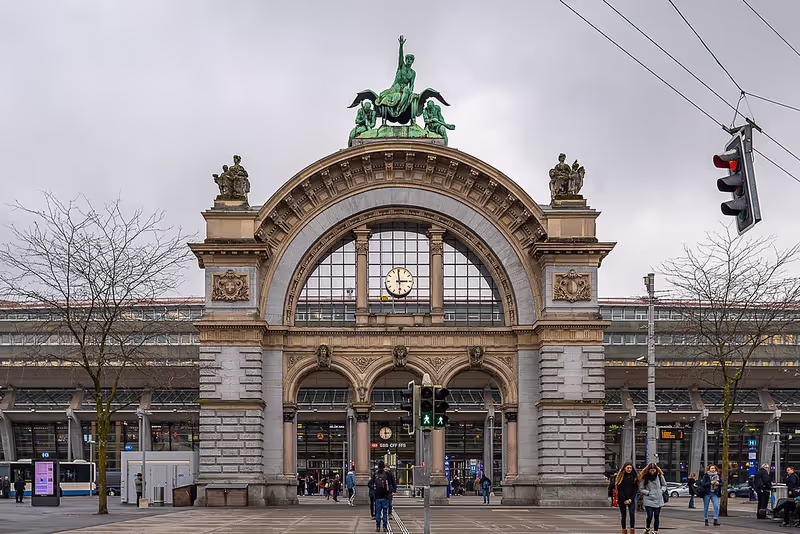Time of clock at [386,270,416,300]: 2:59
